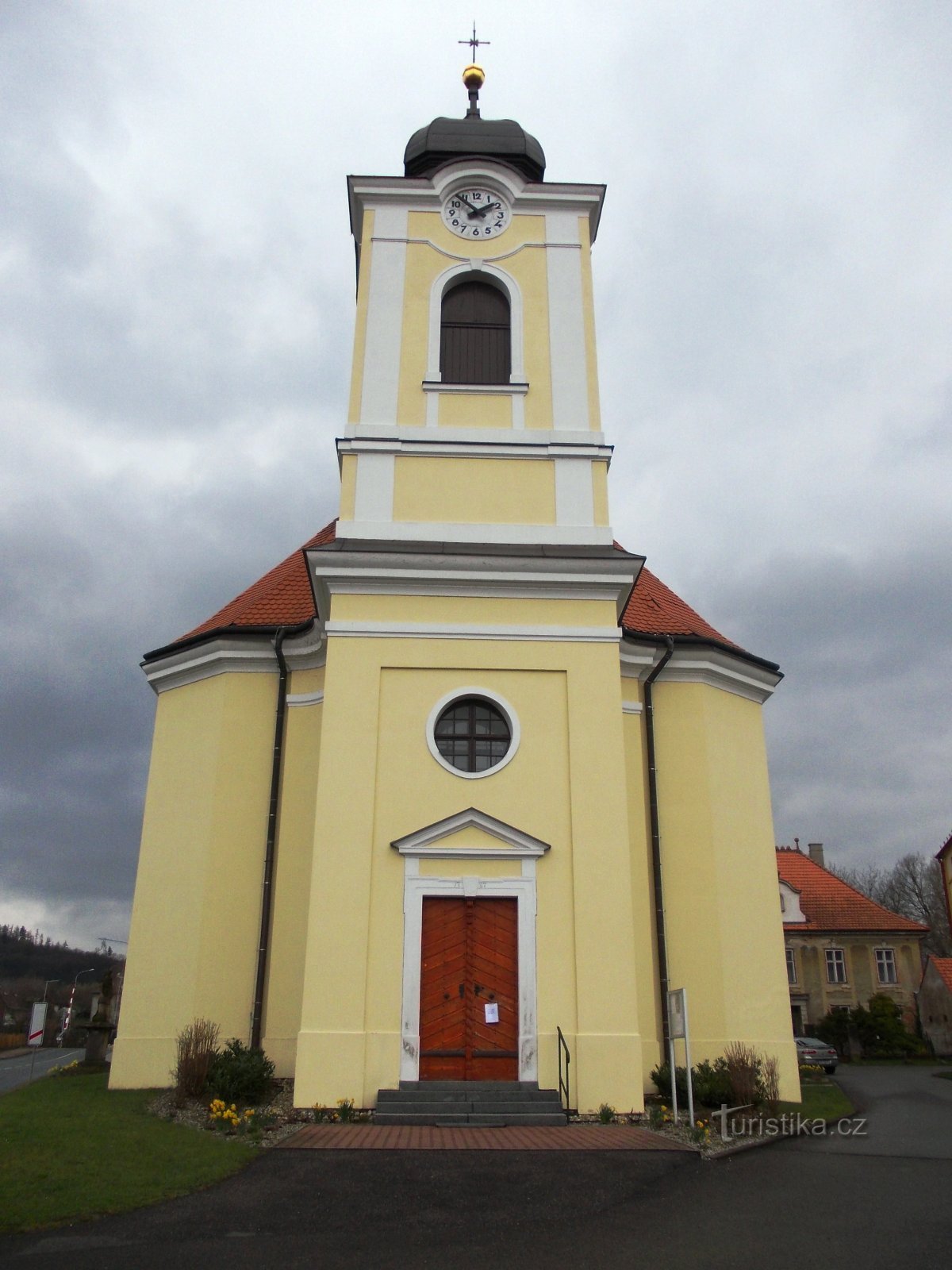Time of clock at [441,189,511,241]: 1:52
